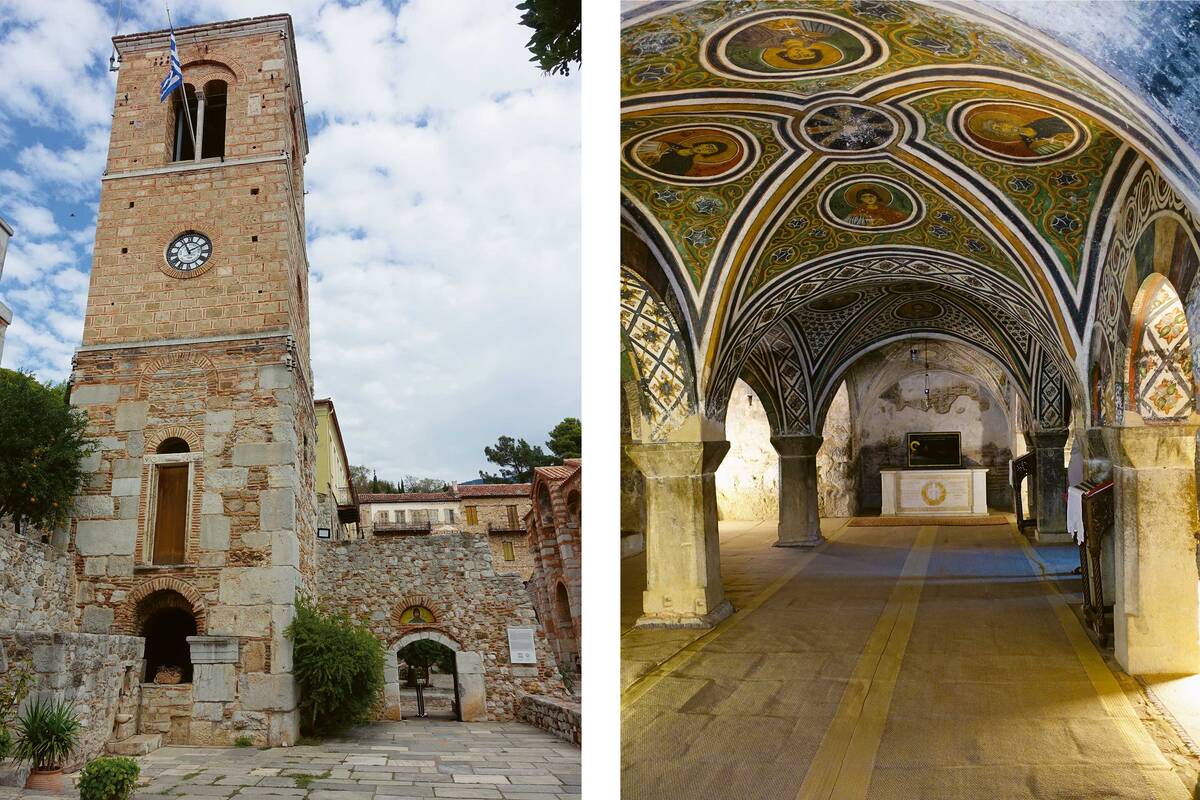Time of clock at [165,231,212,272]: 1:56
